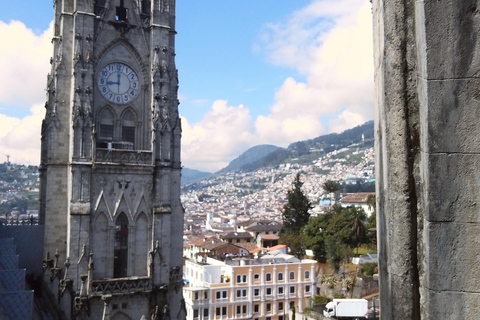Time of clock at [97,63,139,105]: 9:01
